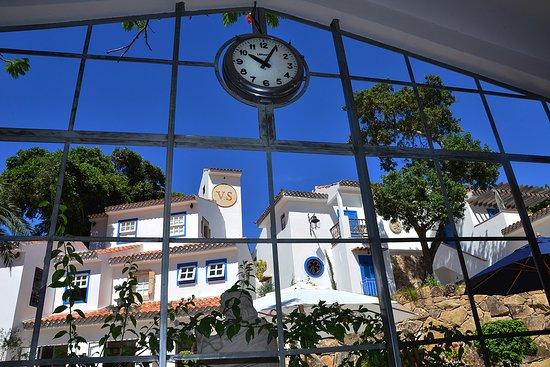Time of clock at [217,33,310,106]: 10:04
